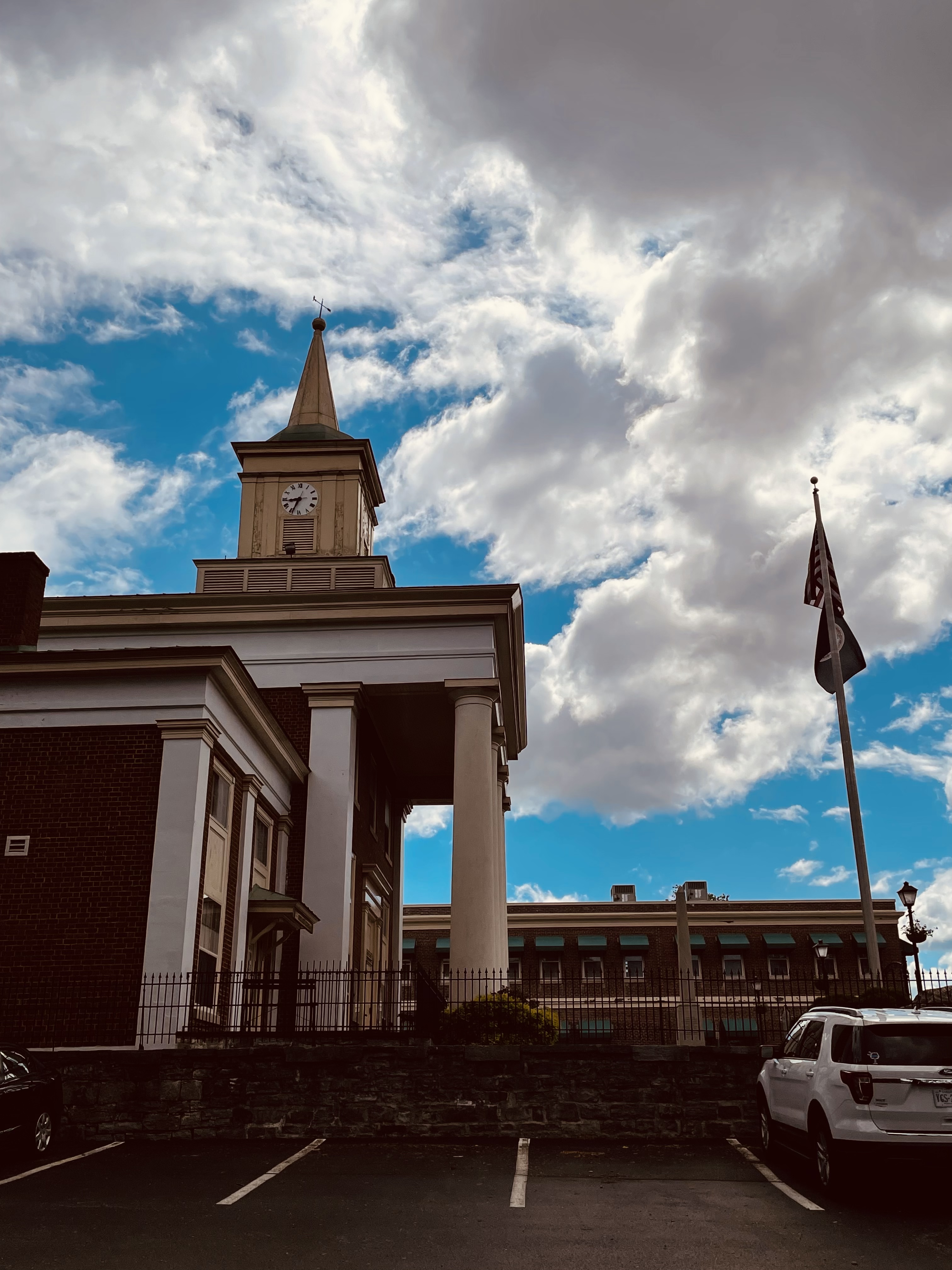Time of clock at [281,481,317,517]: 8:34
